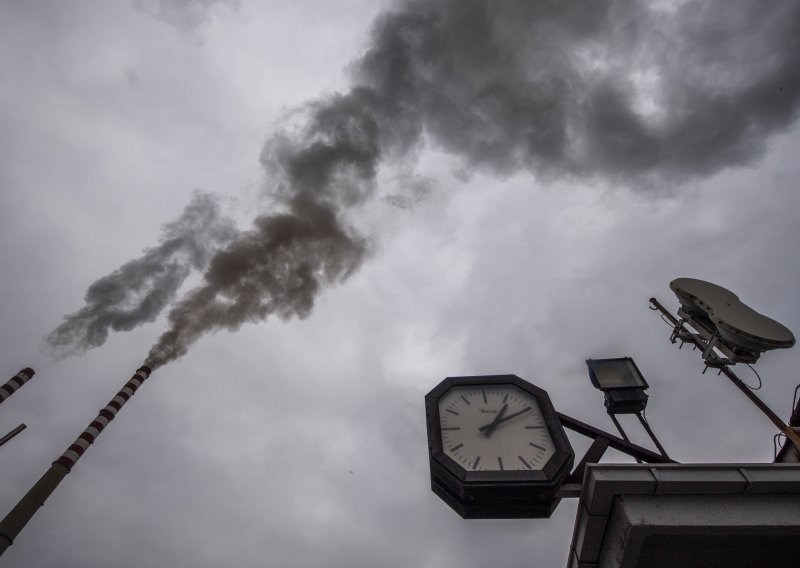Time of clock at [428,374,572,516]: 1:10
